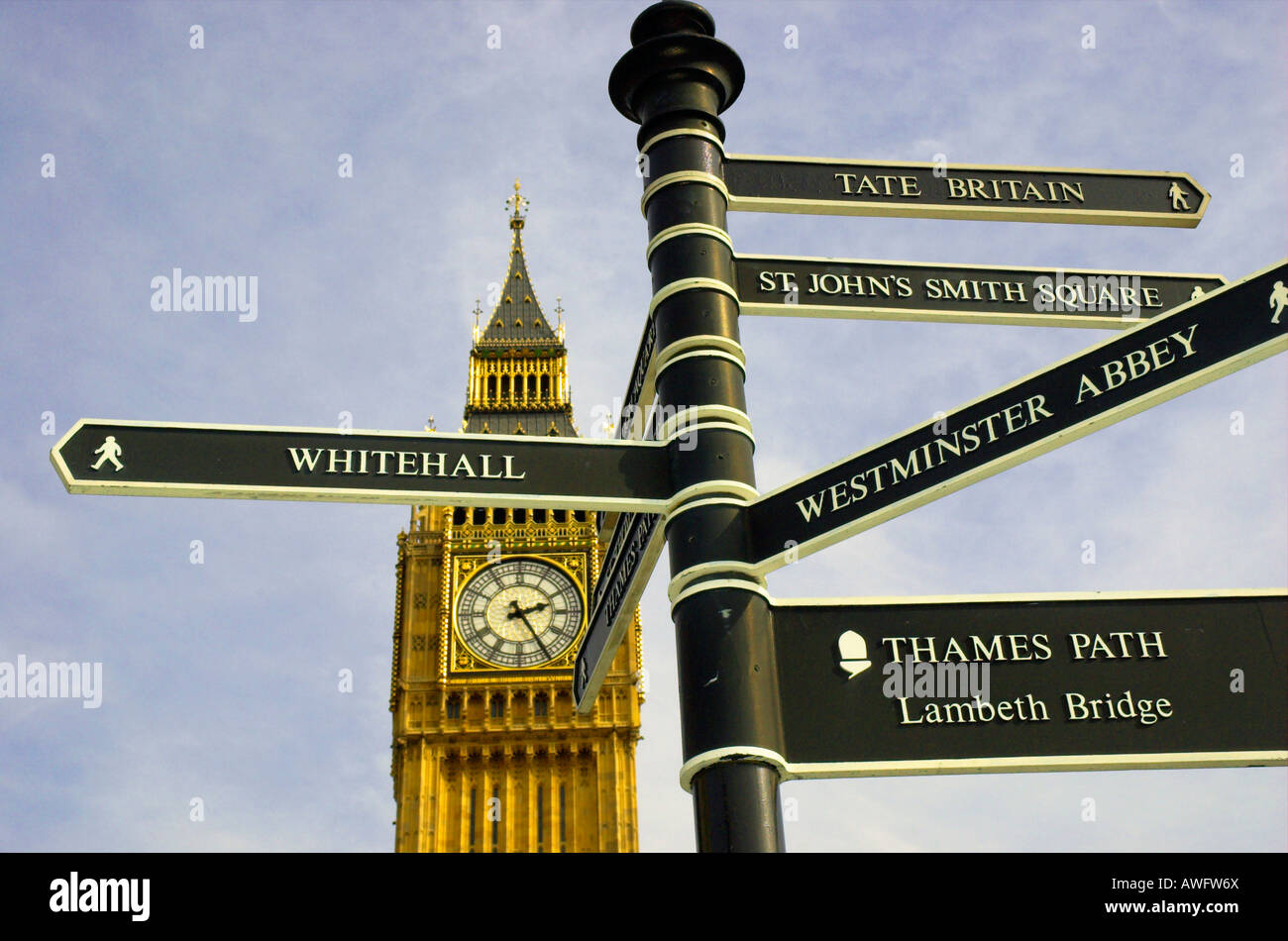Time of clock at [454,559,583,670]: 2:24
